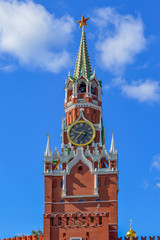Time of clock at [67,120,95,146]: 3:36
